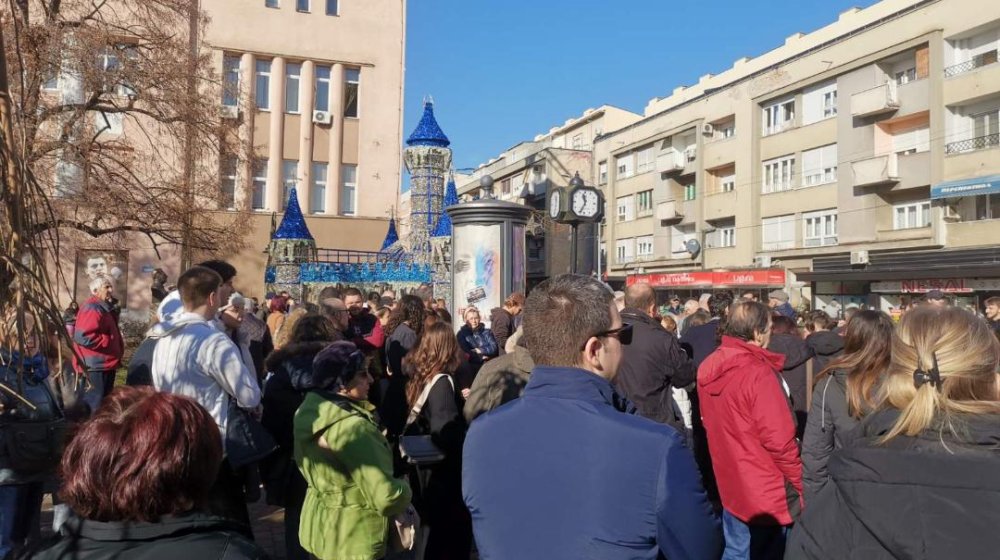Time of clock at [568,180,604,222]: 11:34
